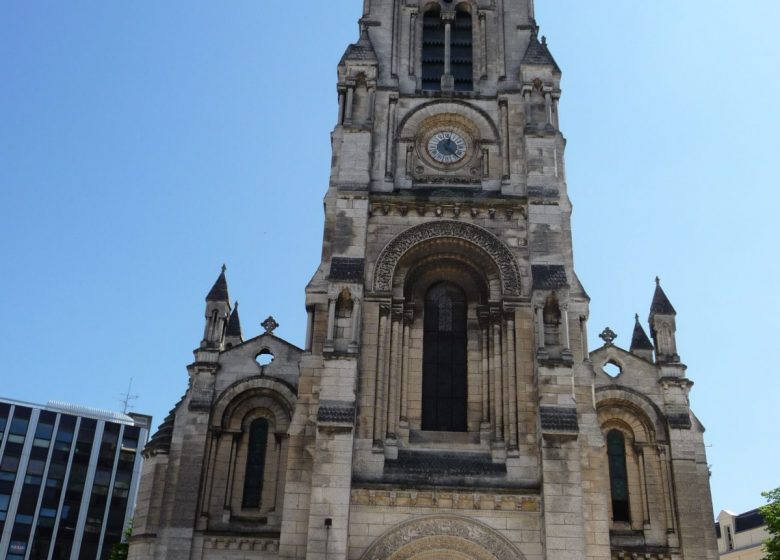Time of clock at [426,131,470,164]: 12:22
